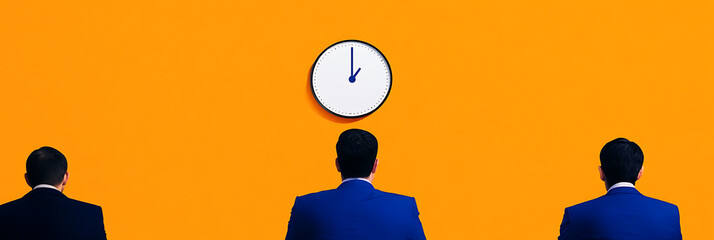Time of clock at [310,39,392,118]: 1:00
